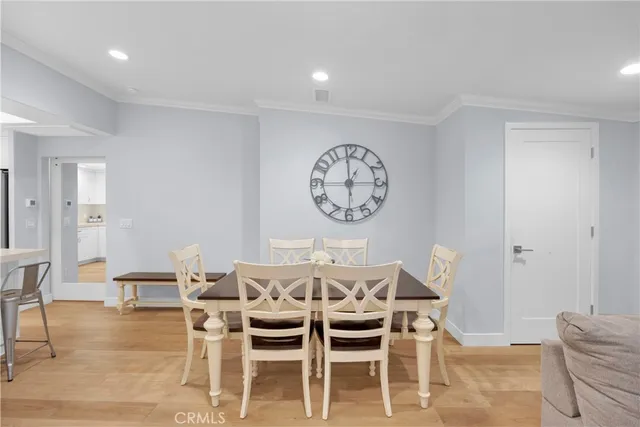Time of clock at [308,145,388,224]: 1:14
